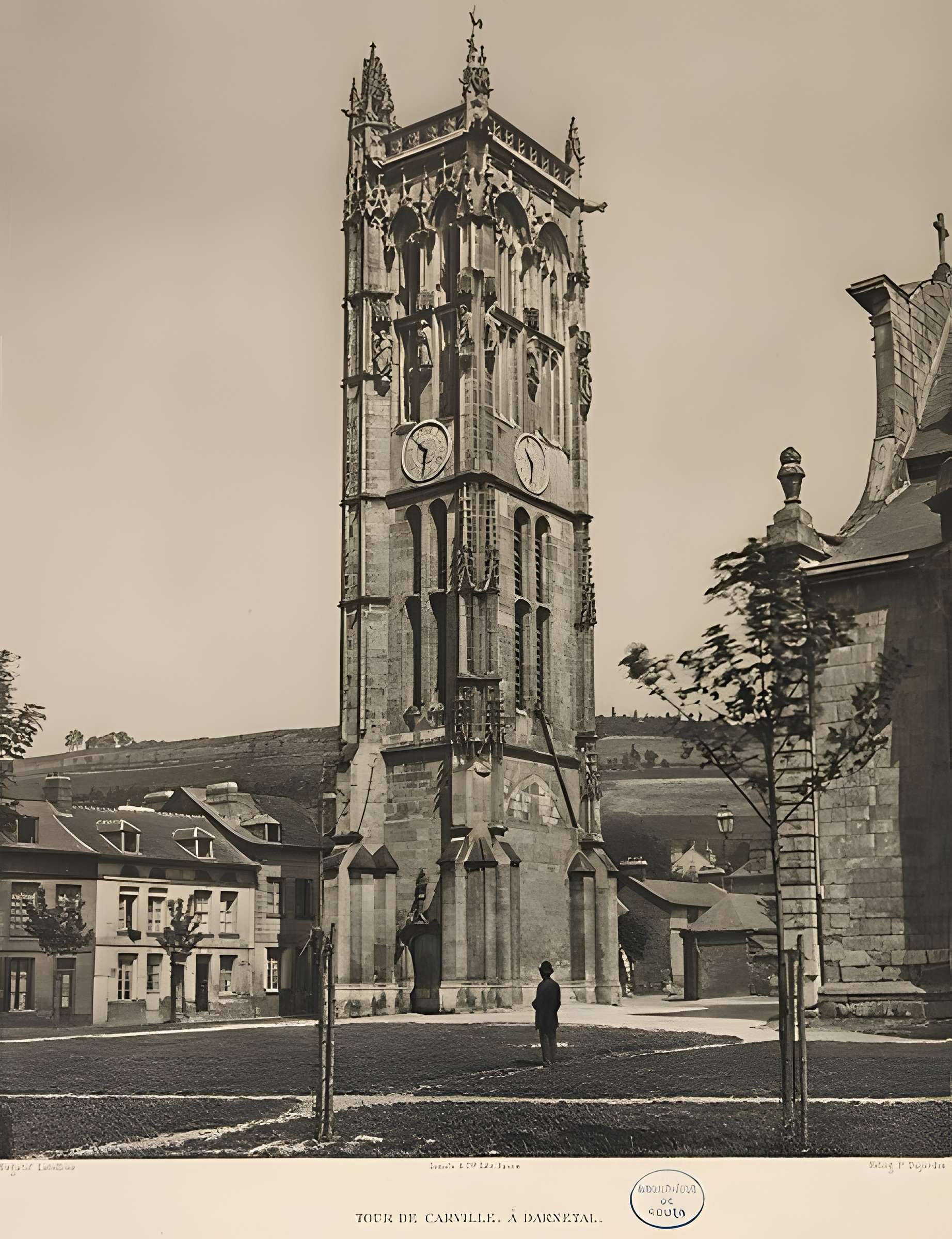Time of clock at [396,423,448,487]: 5:49
